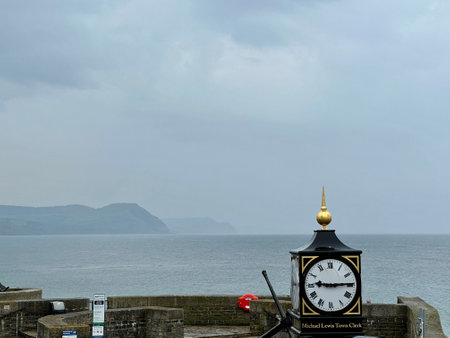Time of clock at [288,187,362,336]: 9:14
